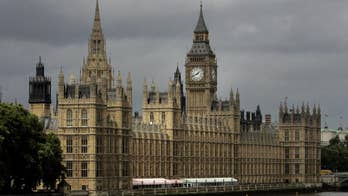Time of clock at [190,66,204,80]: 1:40
